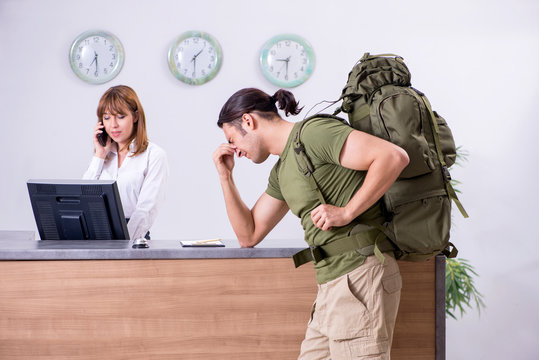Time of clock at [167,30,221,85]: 1:29
